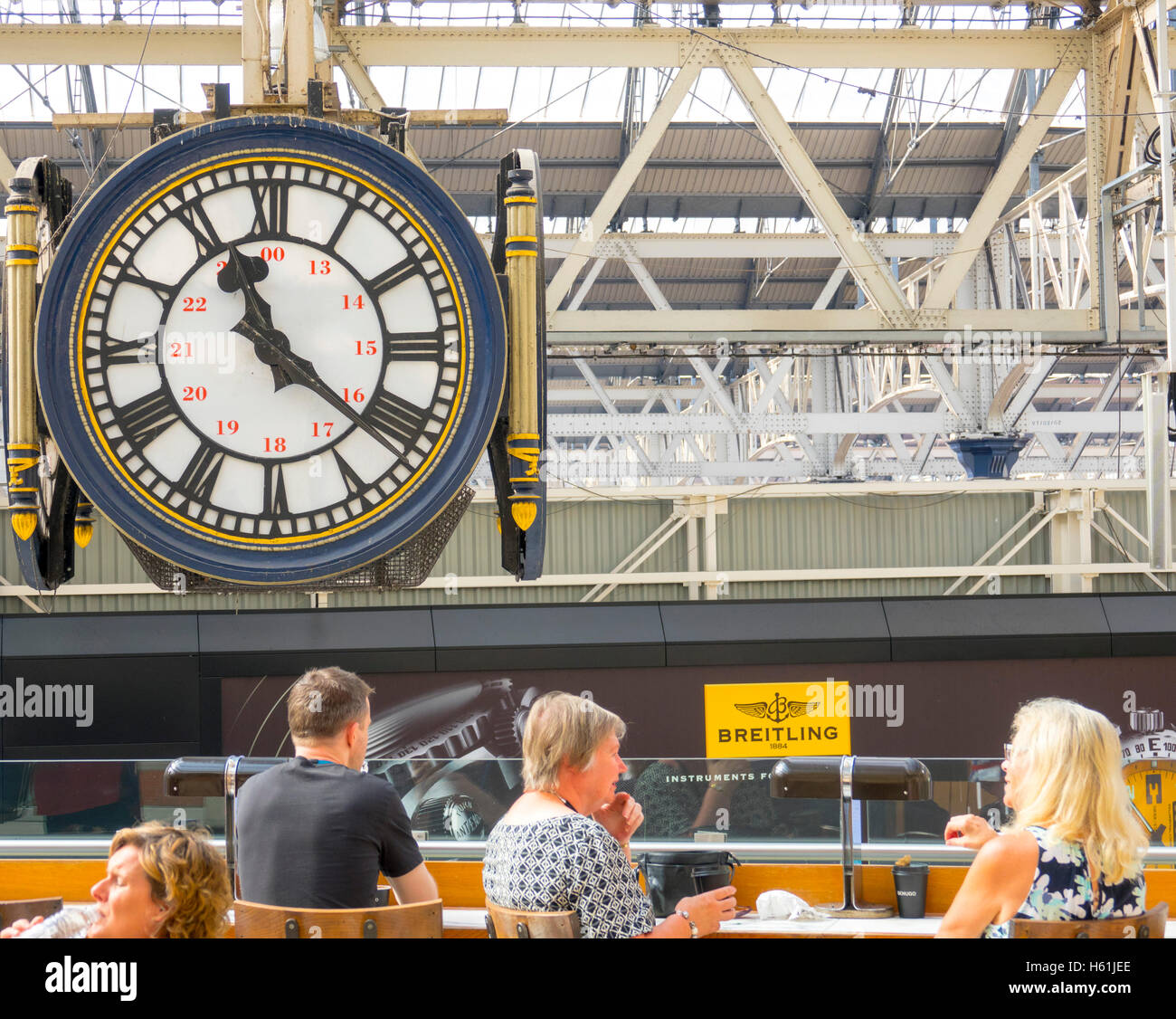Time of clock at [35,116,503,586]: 11:21
